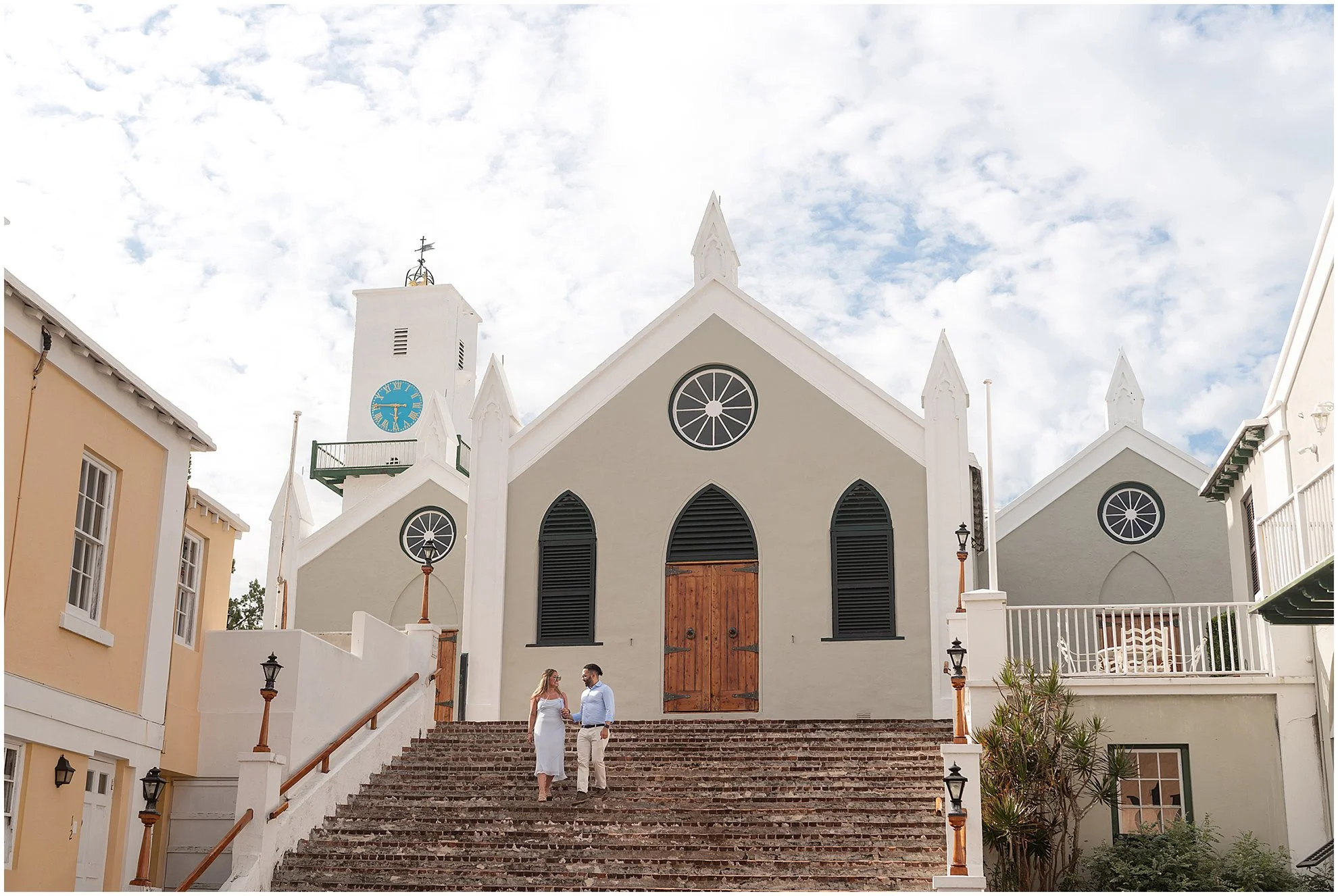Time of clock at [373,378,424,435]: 5:45
